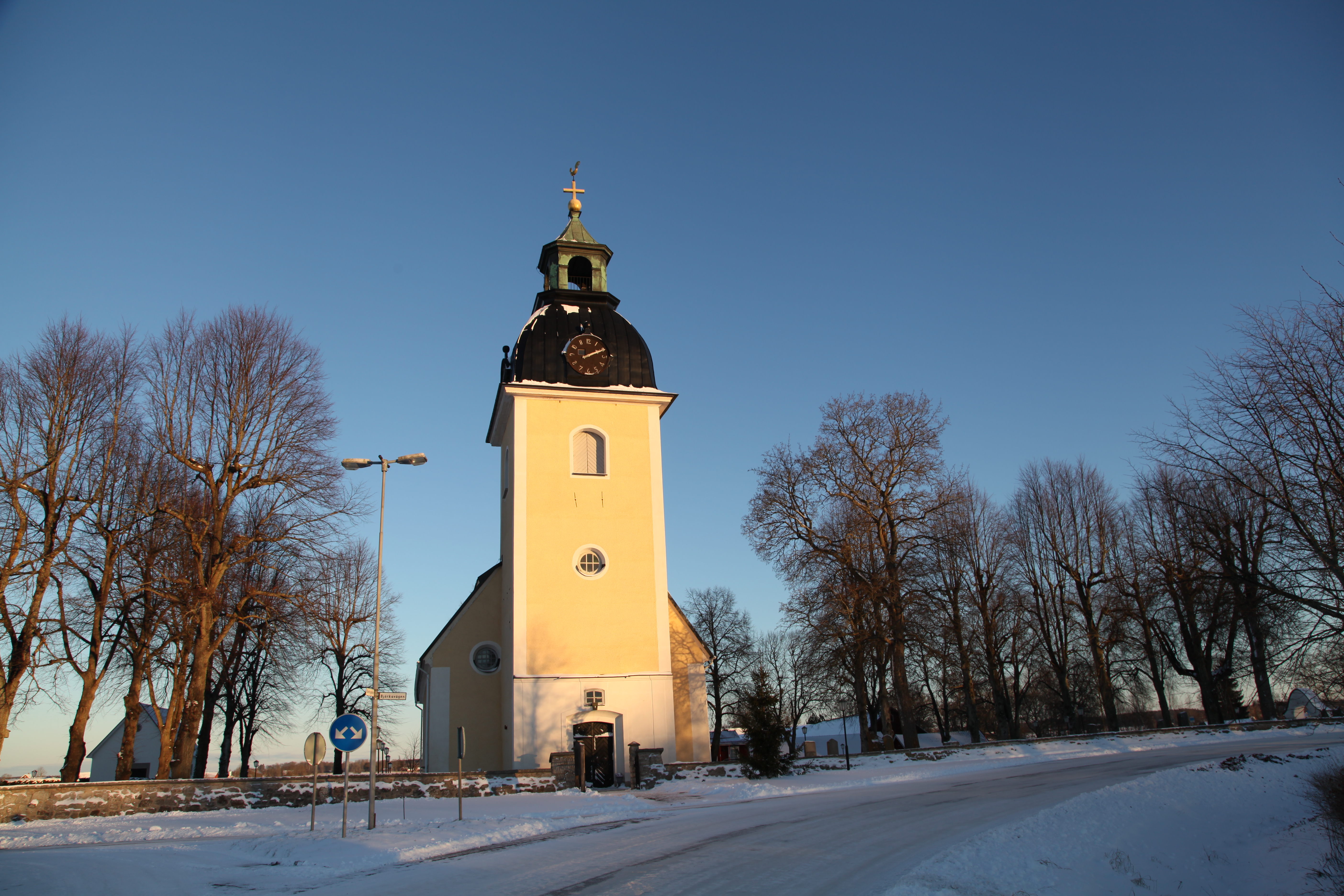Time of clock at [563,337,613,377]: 2:11
